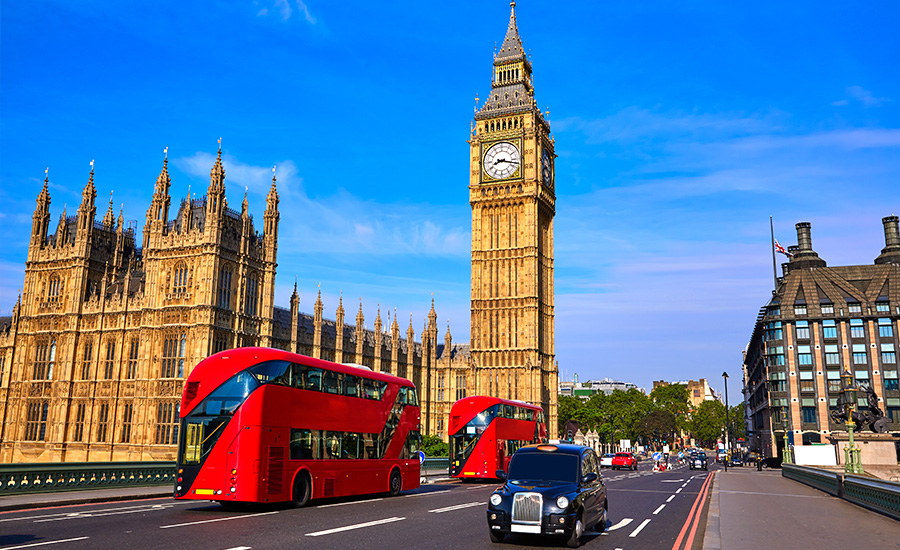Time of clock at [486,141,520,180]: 8:17
